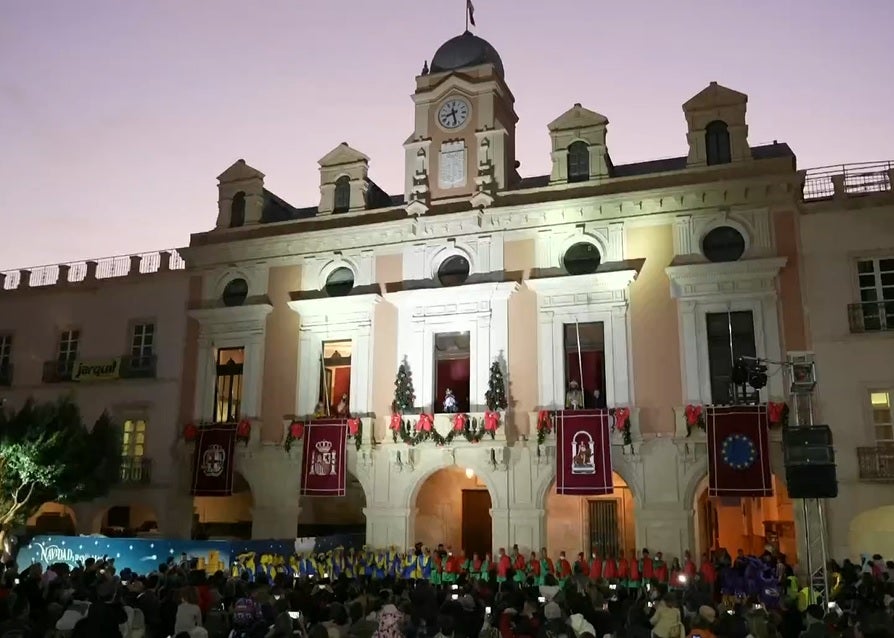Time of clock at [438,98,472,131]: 8:27
